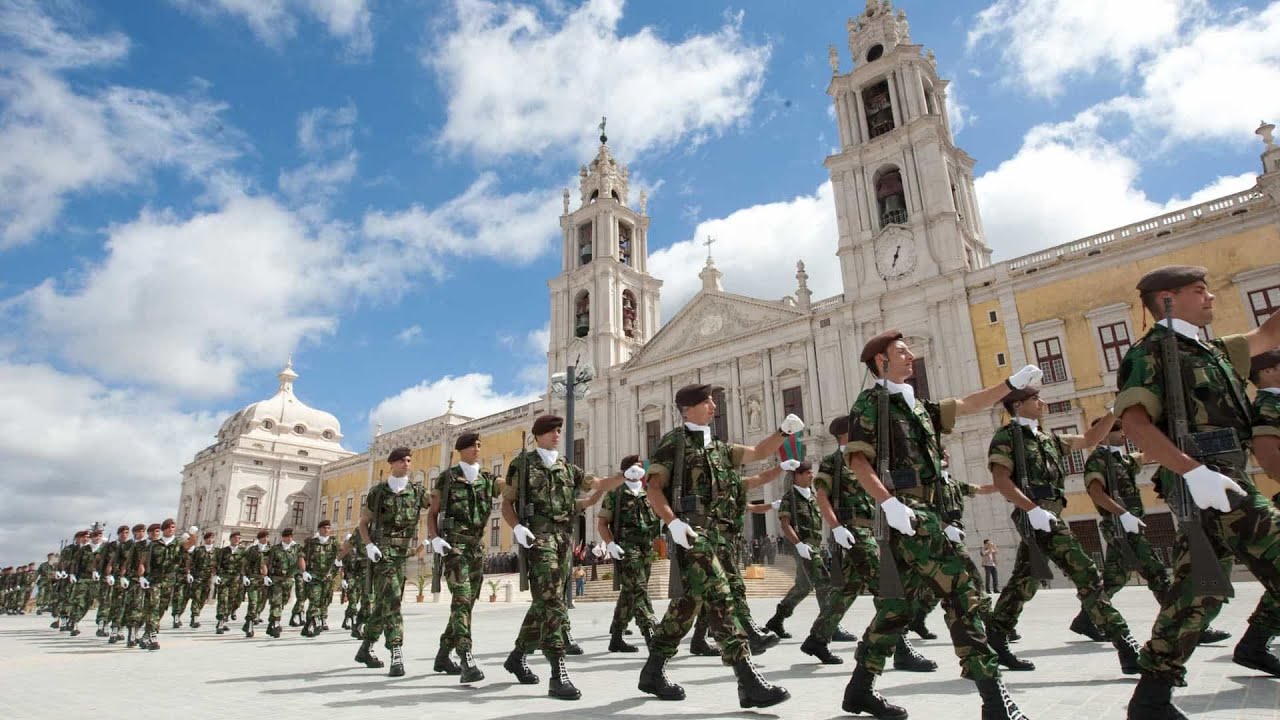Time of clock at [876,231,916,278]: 6:32
